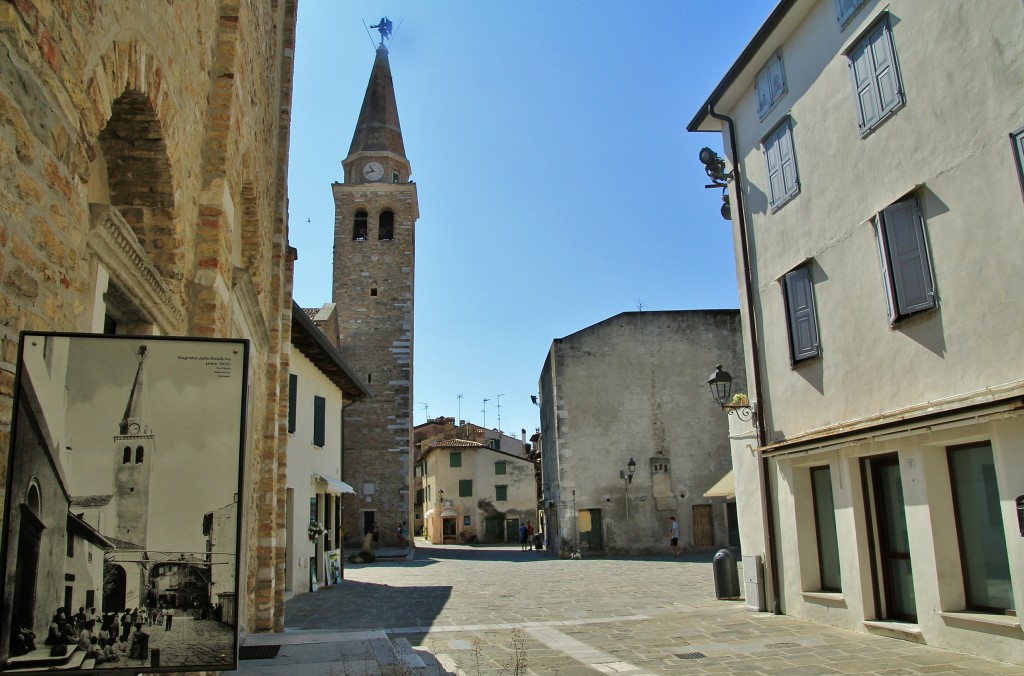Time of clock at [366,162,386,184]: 10:42
